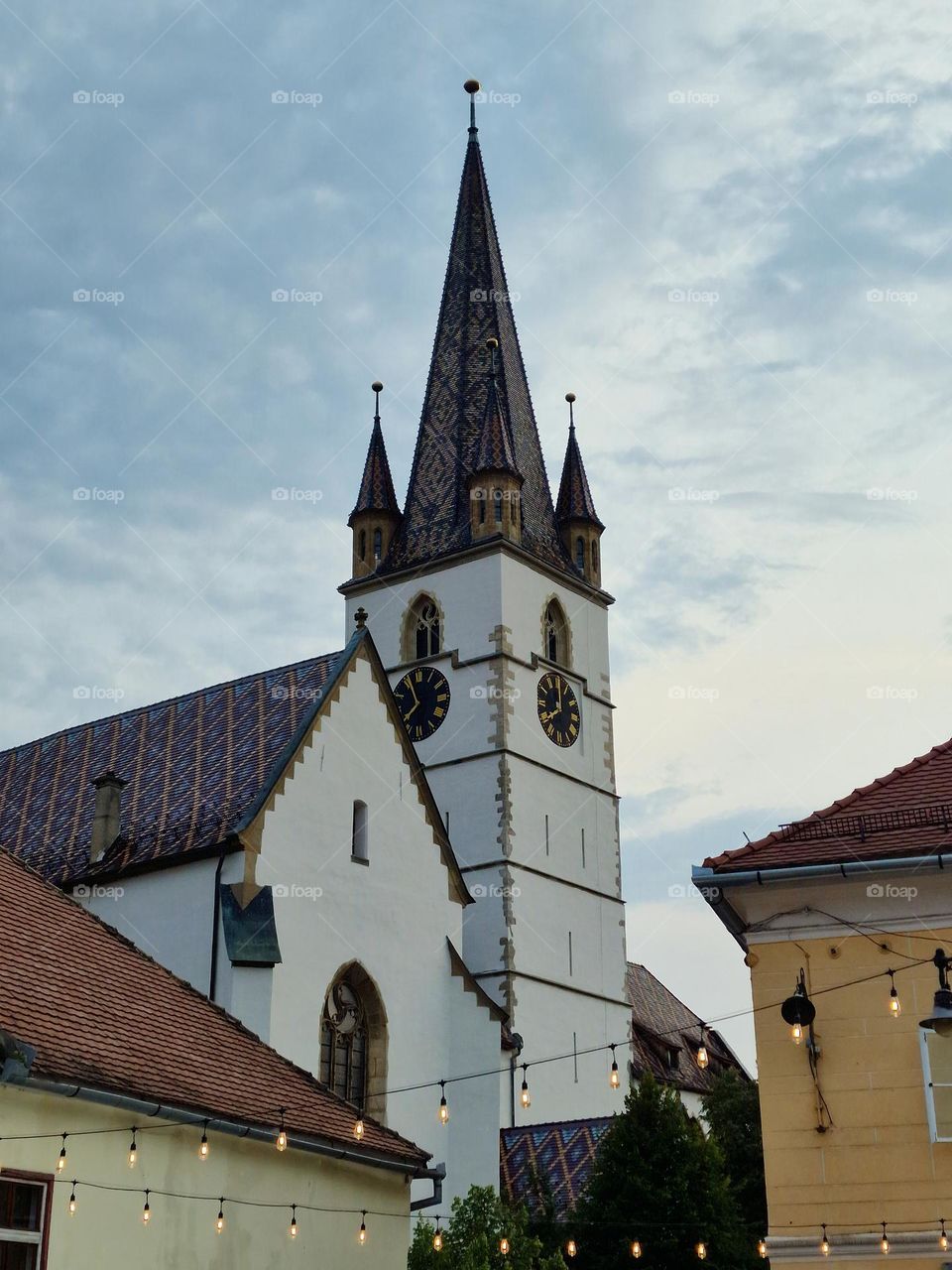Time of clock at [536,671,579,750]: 8:00
